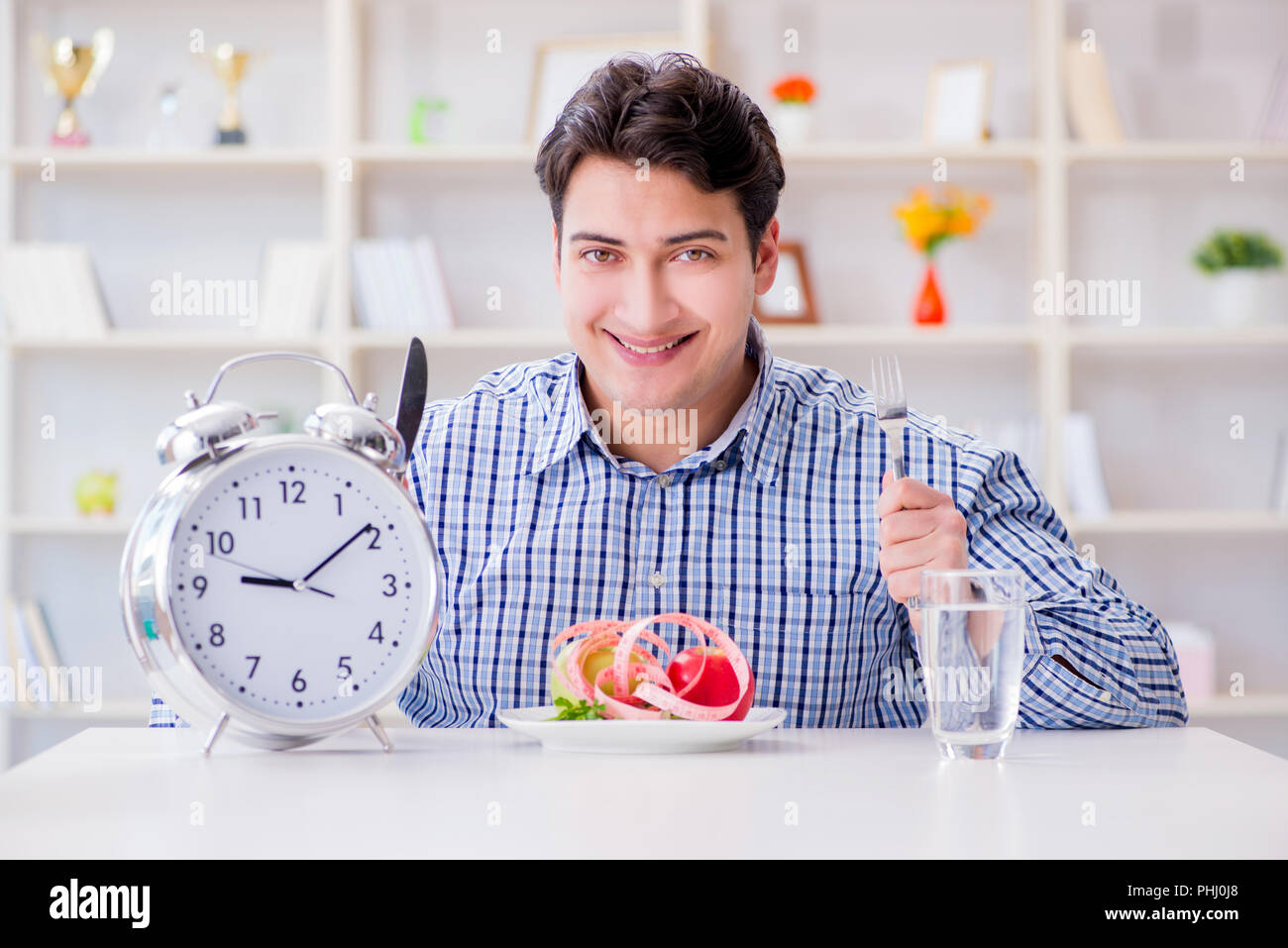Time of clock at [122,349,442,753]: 9:09
